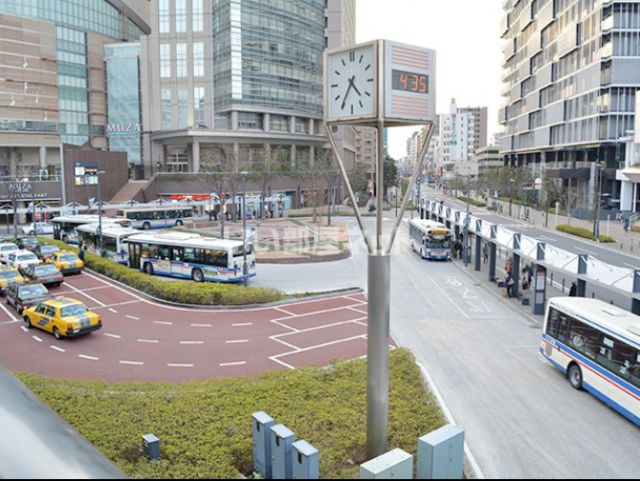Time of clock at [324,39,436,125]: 4:35
